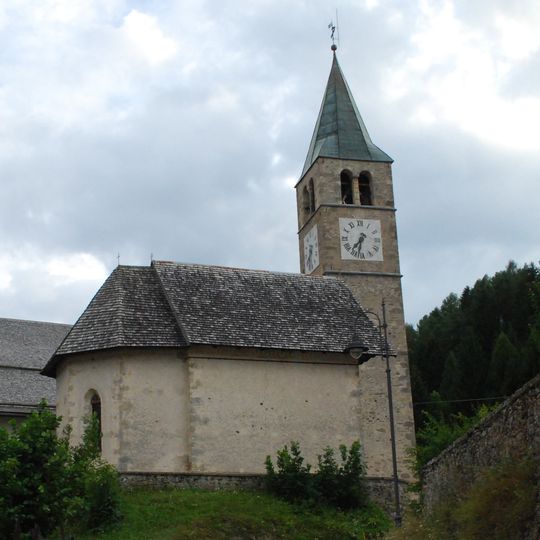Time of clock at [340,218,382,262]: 7:32
